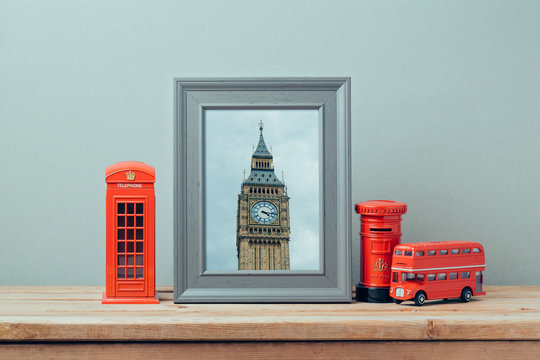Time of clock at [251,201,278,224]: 4:16
